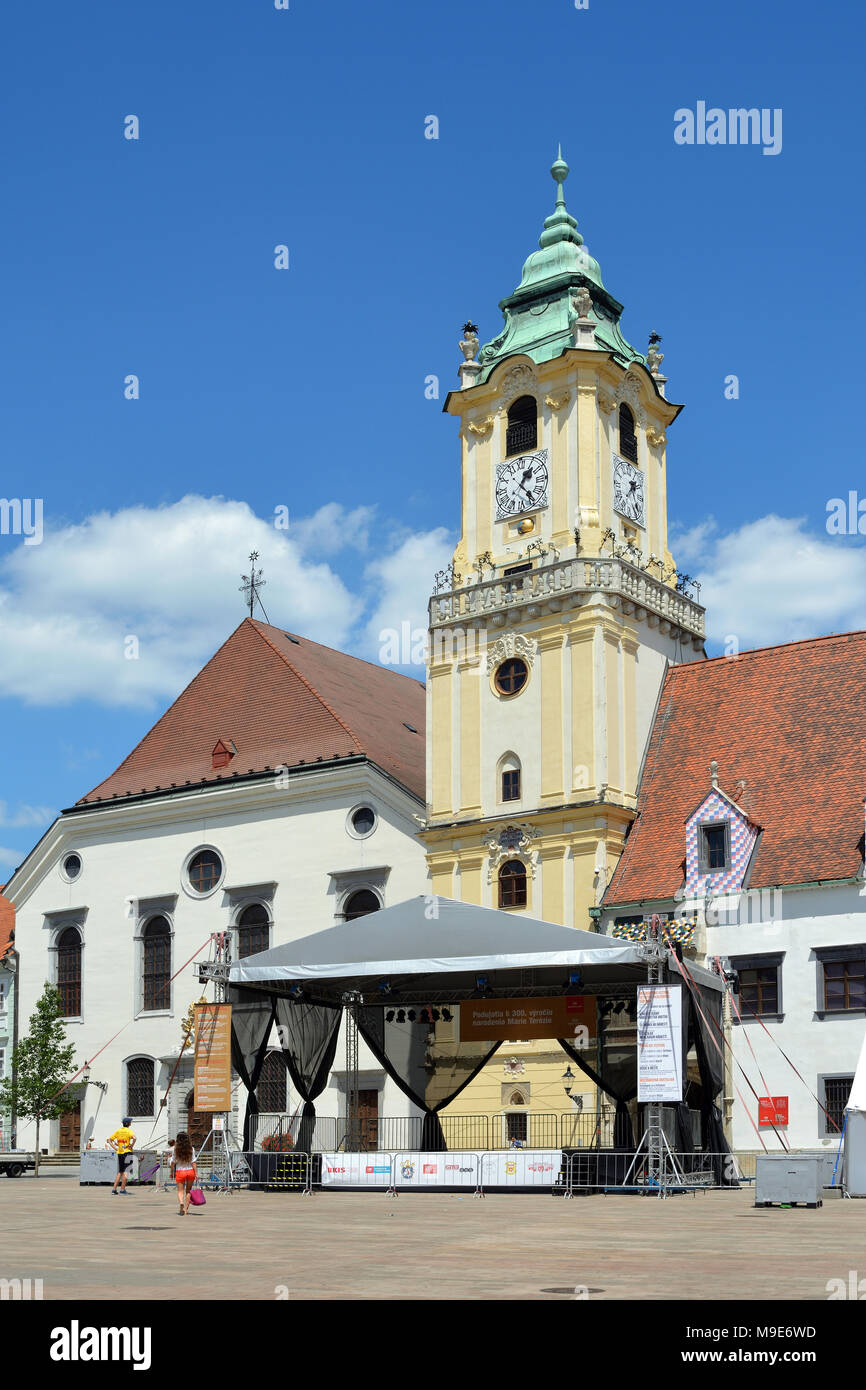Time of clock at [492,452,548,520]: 1:23
